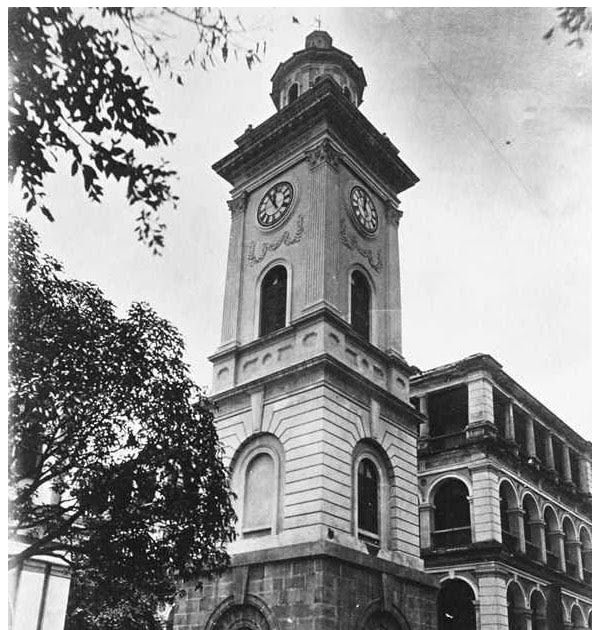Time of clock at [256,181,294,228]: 11:54
